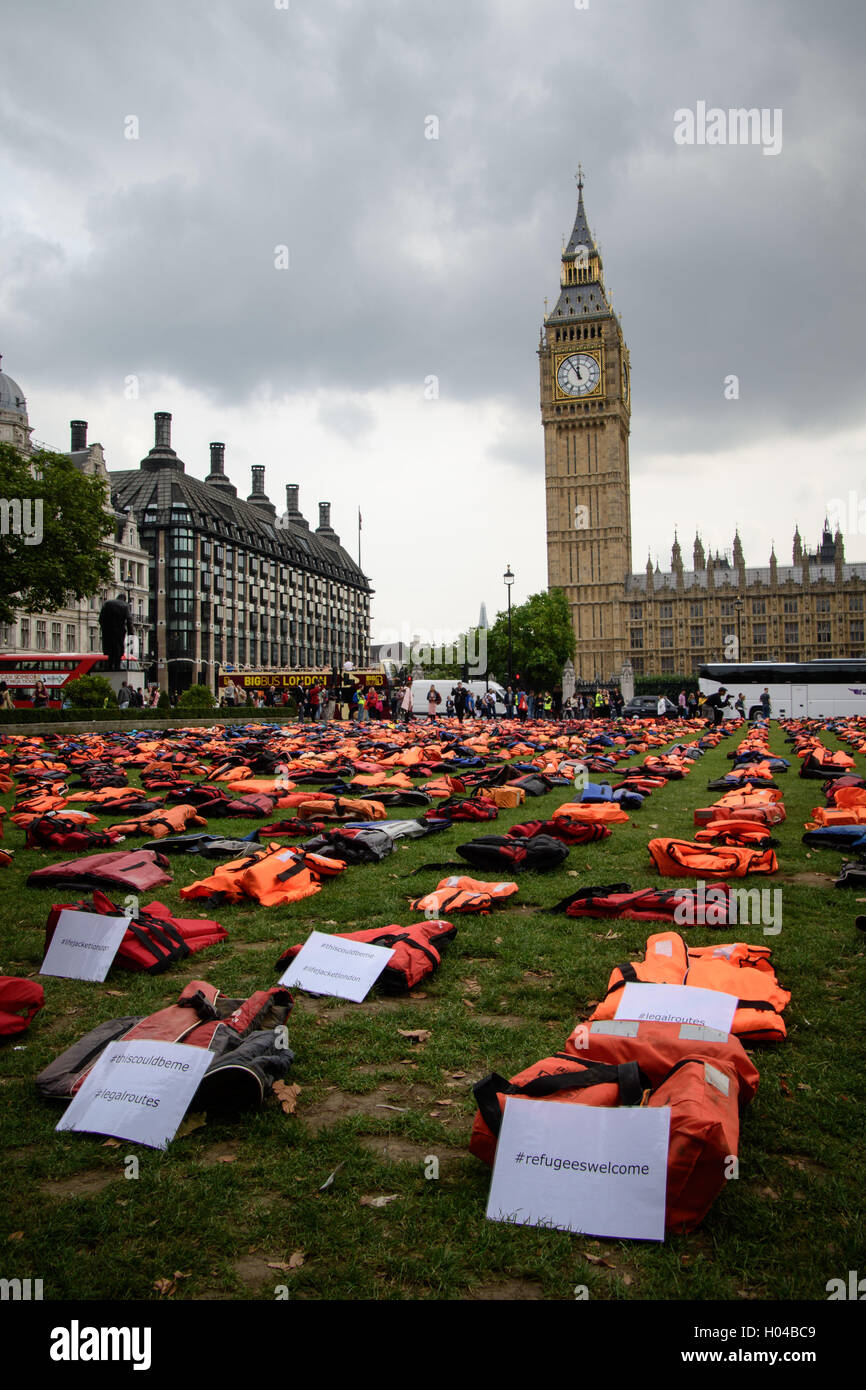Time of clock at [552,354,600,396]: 11:54
